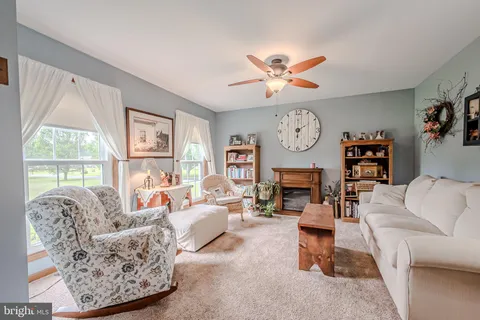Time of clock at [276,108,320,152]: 2:00
